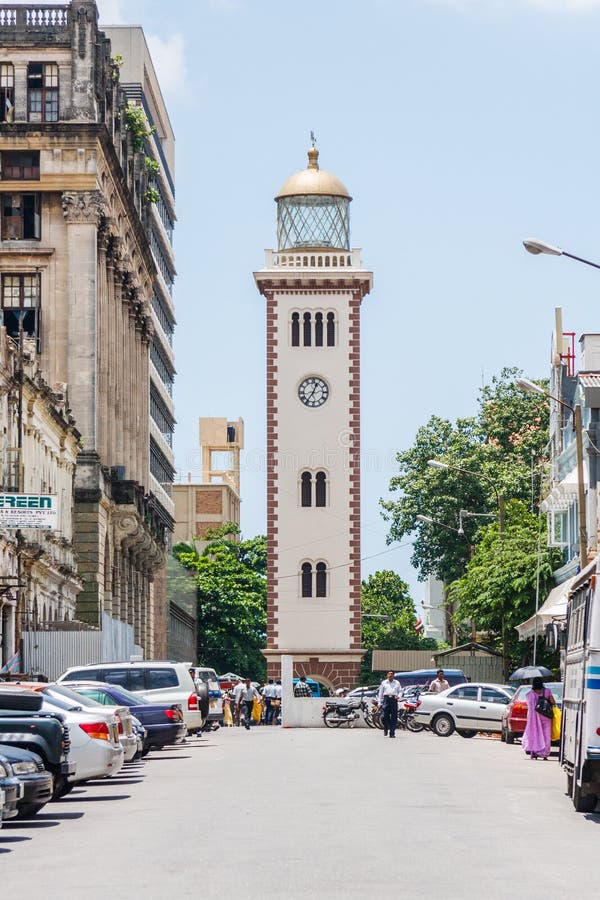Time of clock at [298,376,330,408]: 12:36
